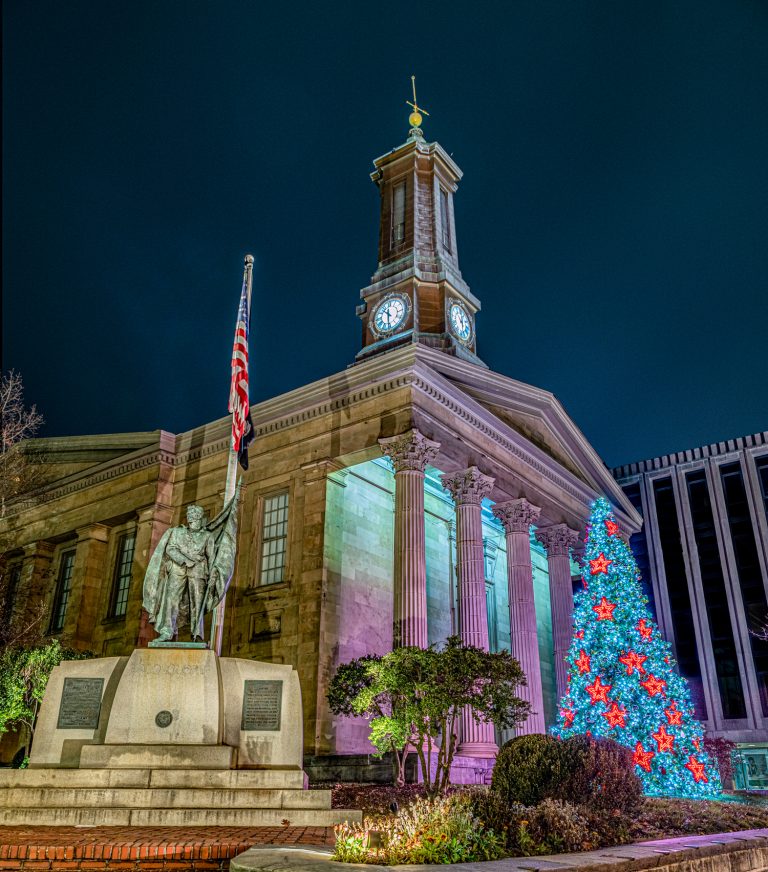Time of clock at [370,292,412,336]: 10:30
